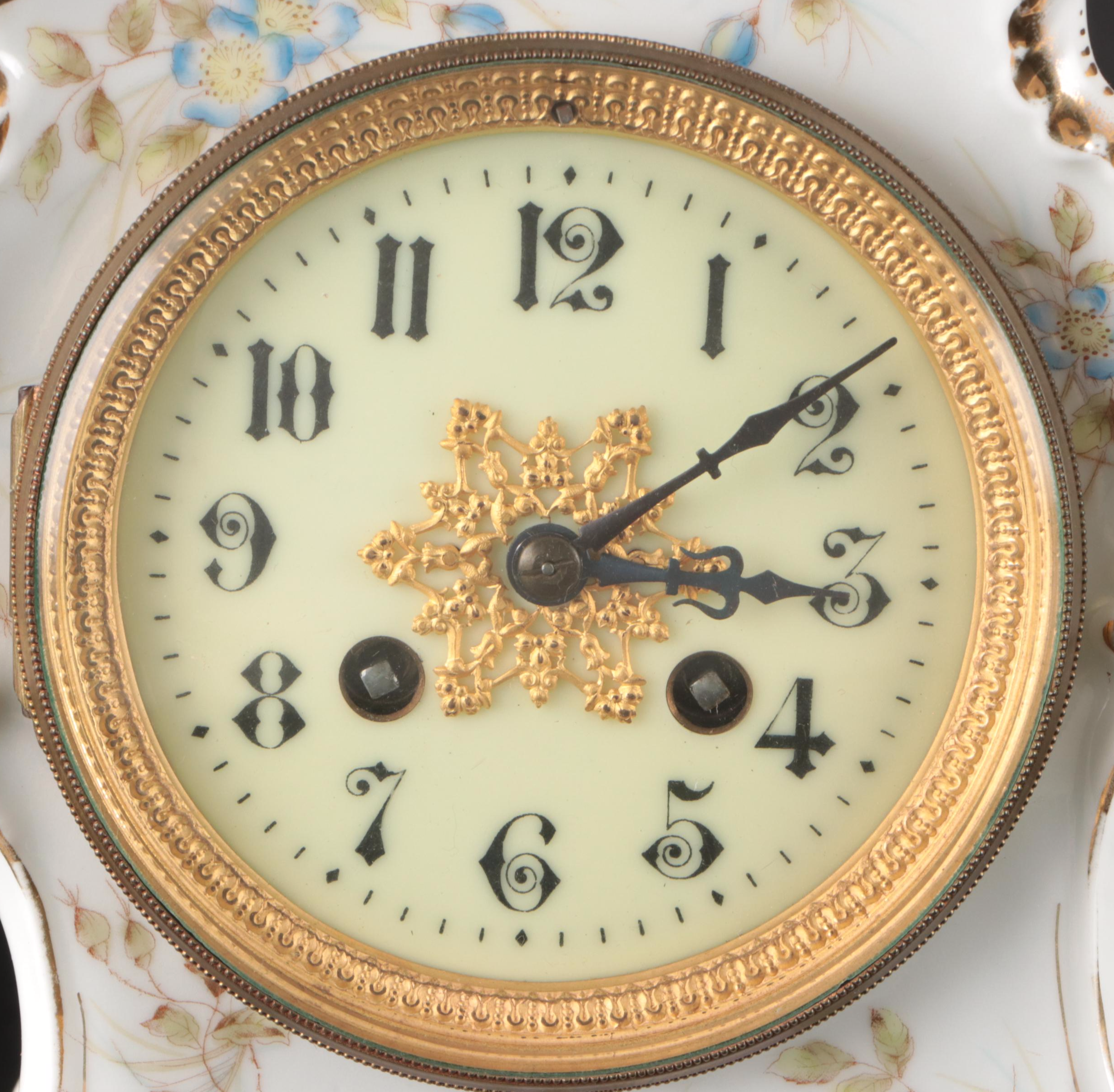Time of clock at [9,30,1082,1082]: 3:08
